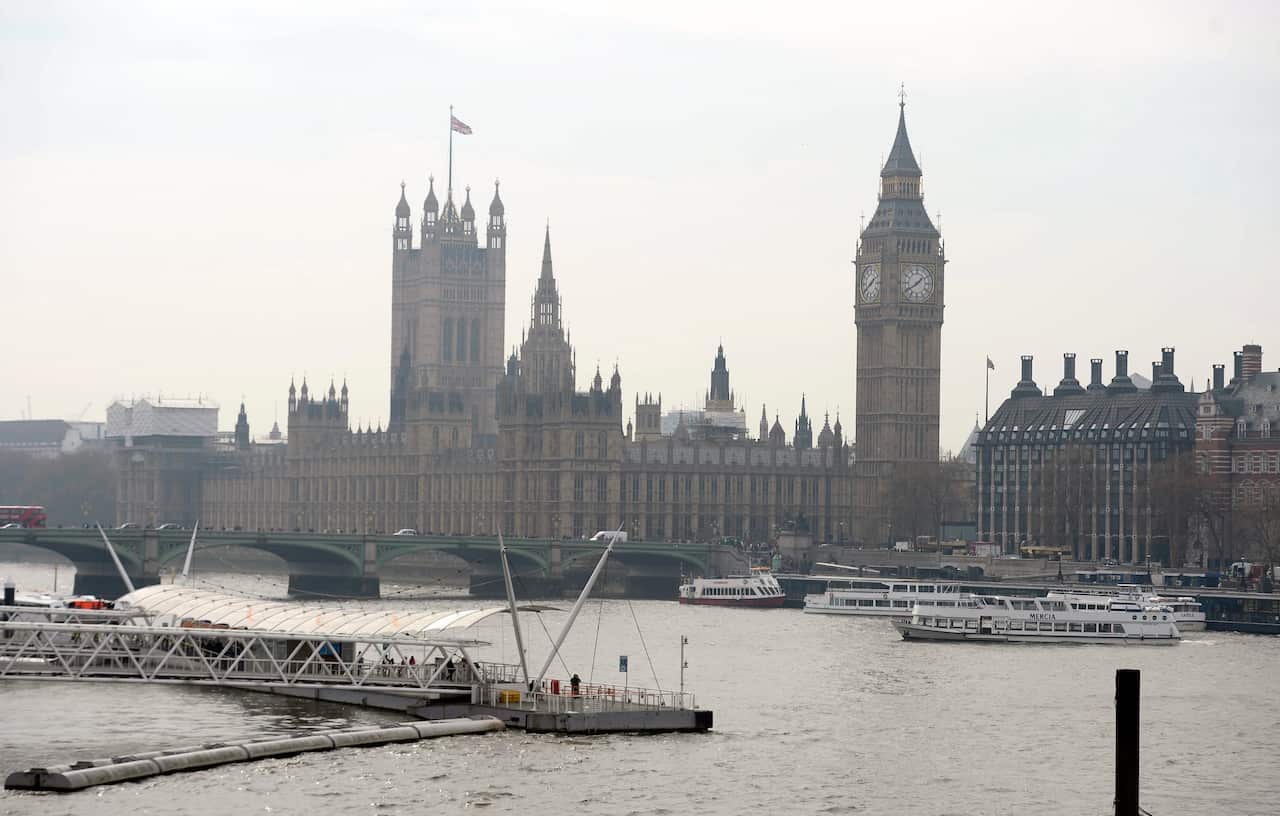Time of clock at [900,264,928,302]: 1:39
